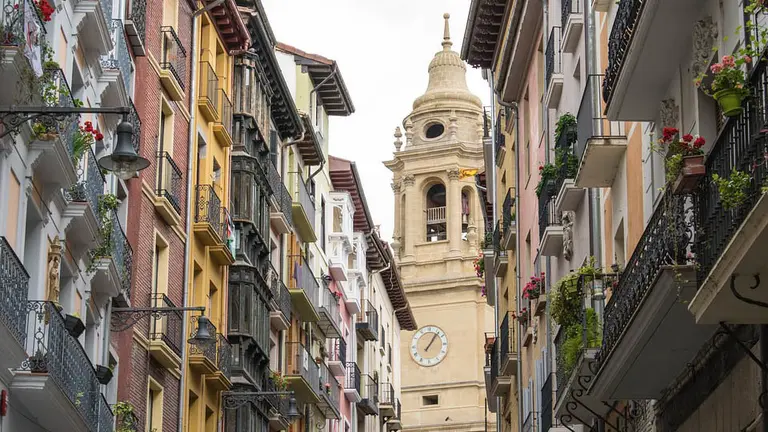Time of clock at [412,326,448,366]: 1:06
